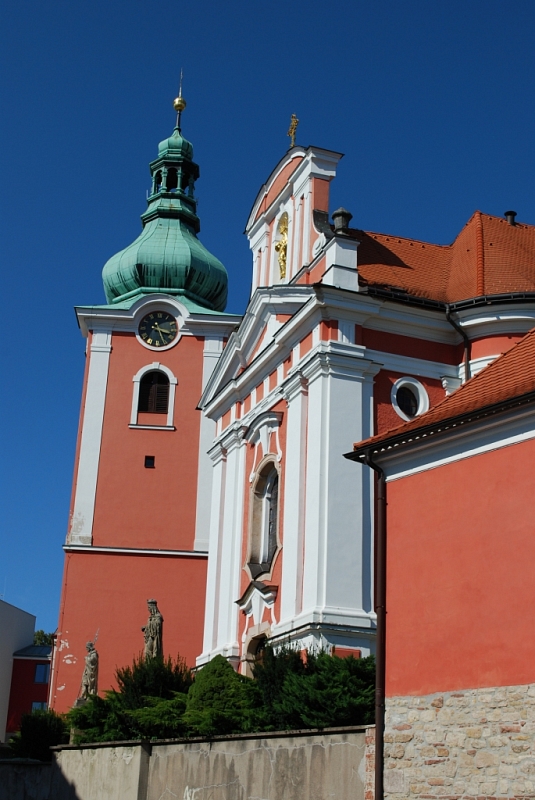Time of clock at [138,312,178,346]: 3:26
